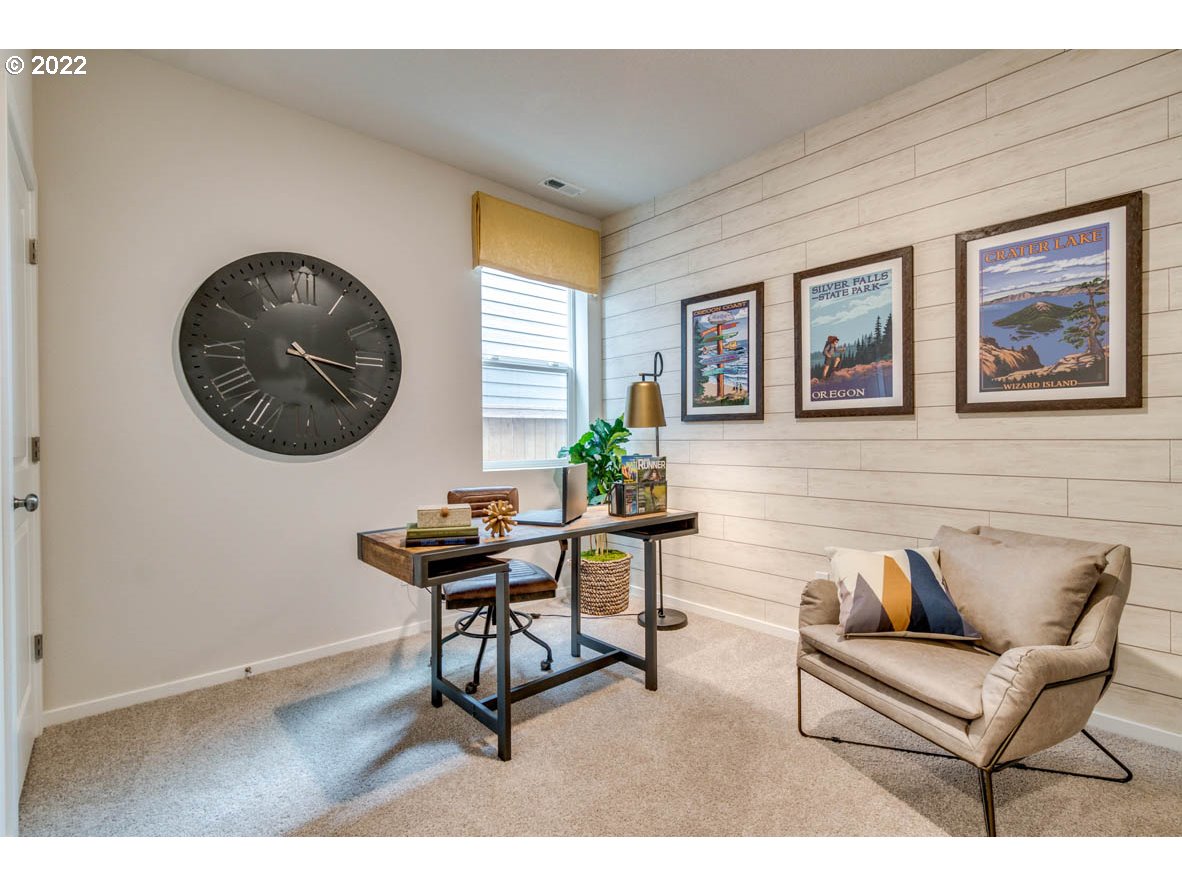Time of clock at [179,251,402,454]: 3:22
